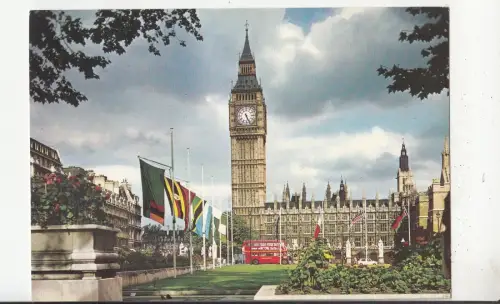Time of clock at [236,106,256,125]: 5:26
